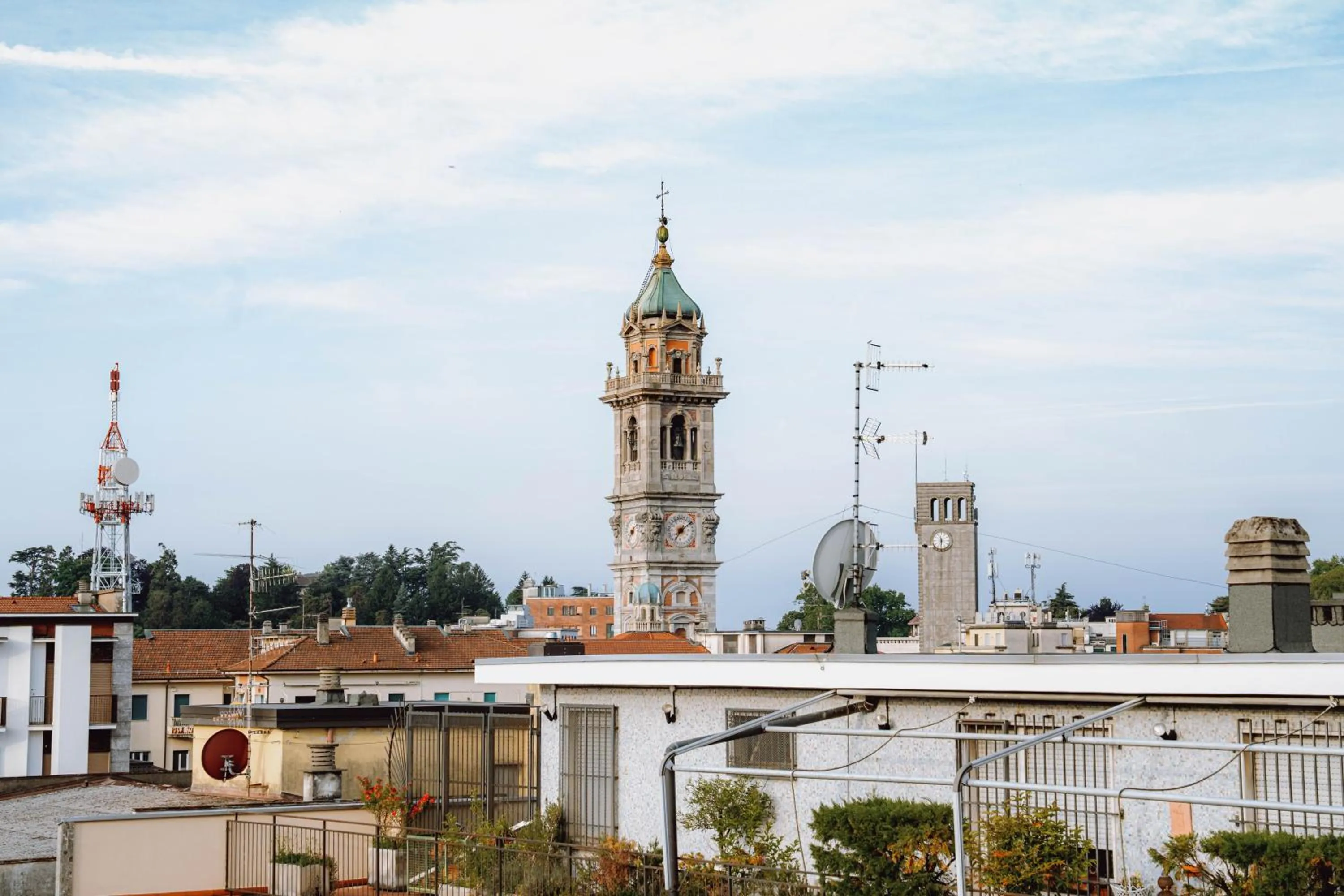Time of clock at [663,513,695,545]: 7:08
